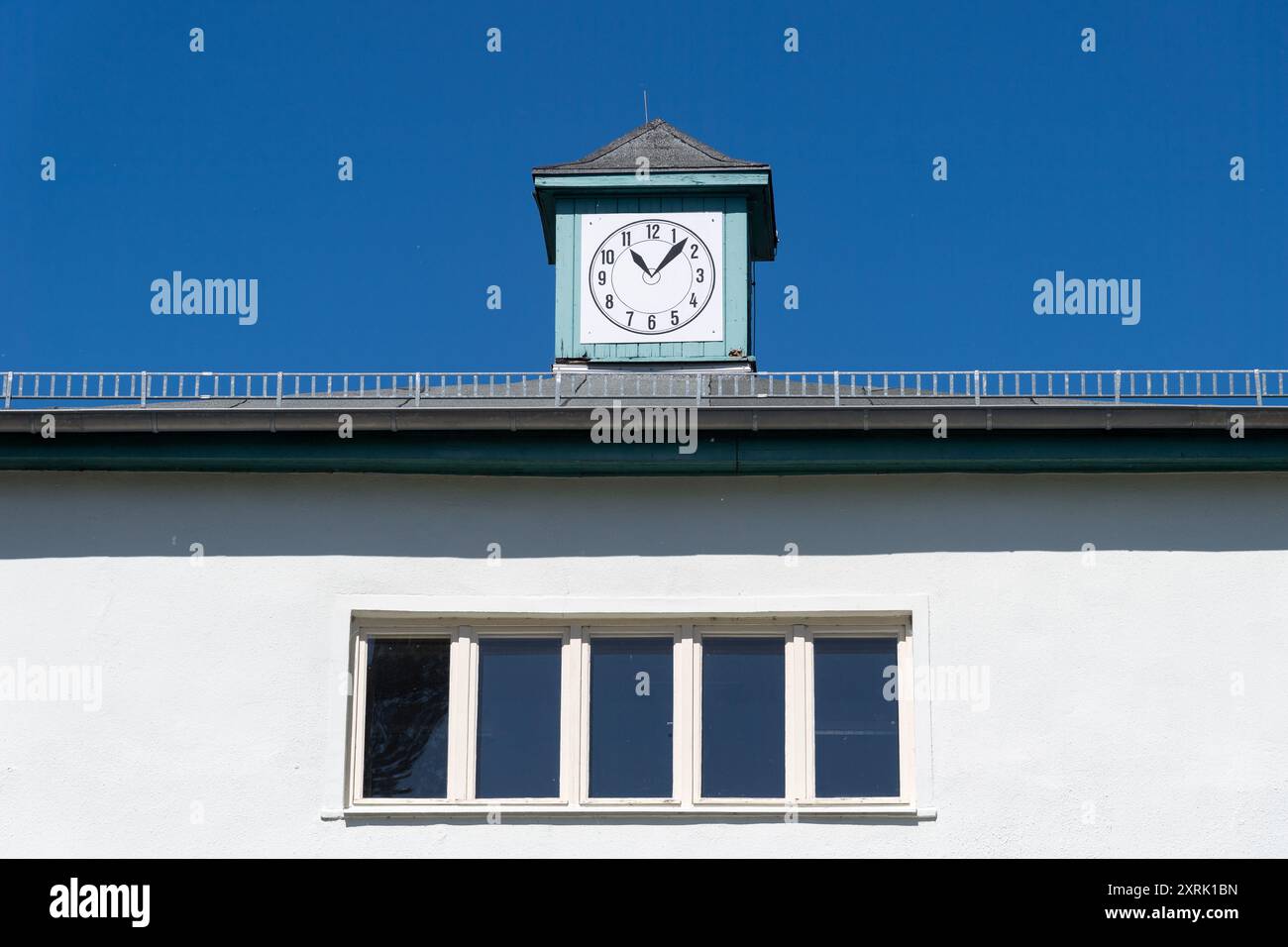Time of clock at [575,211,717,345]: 11:07
